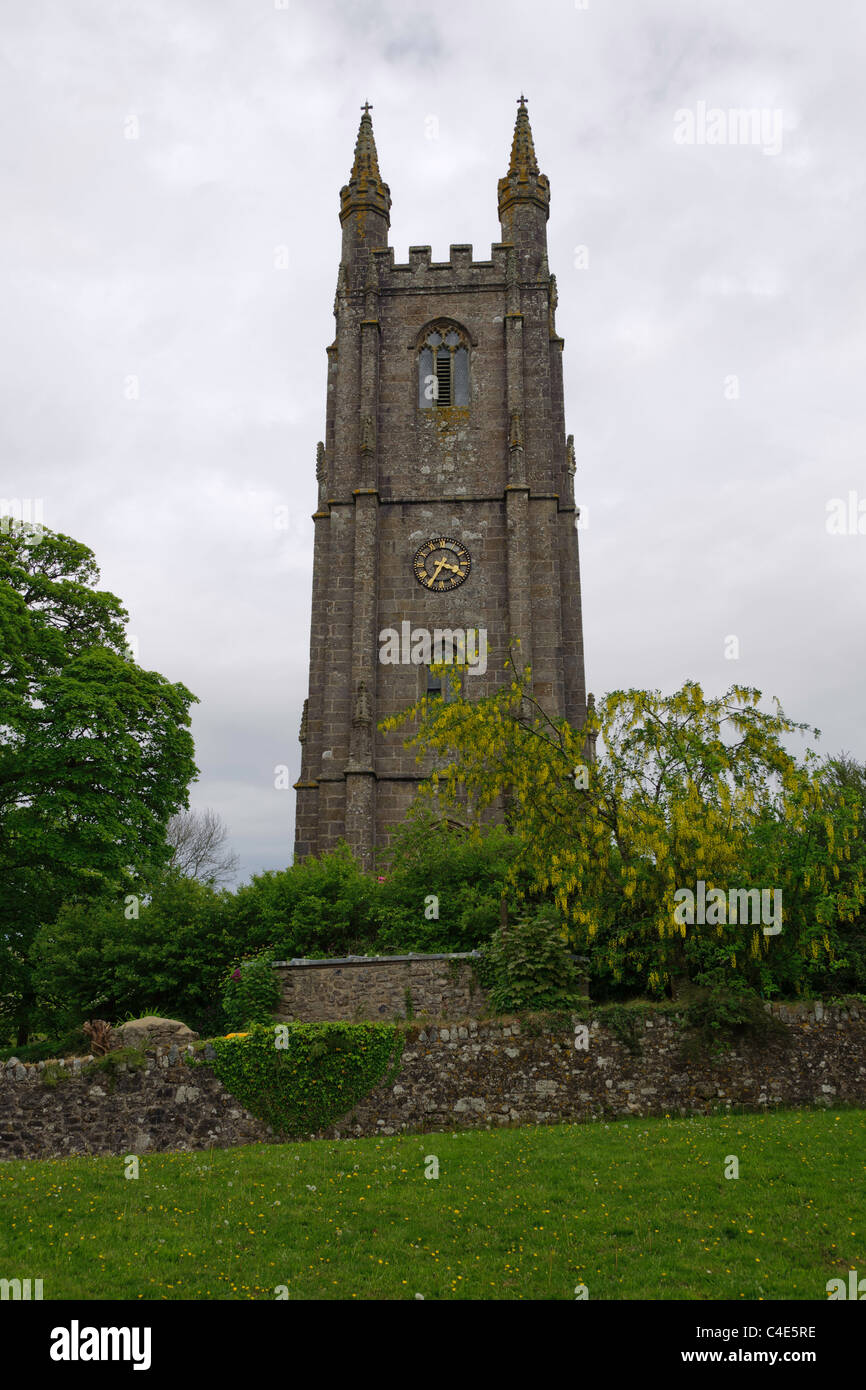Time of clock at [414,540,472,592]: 3:35
